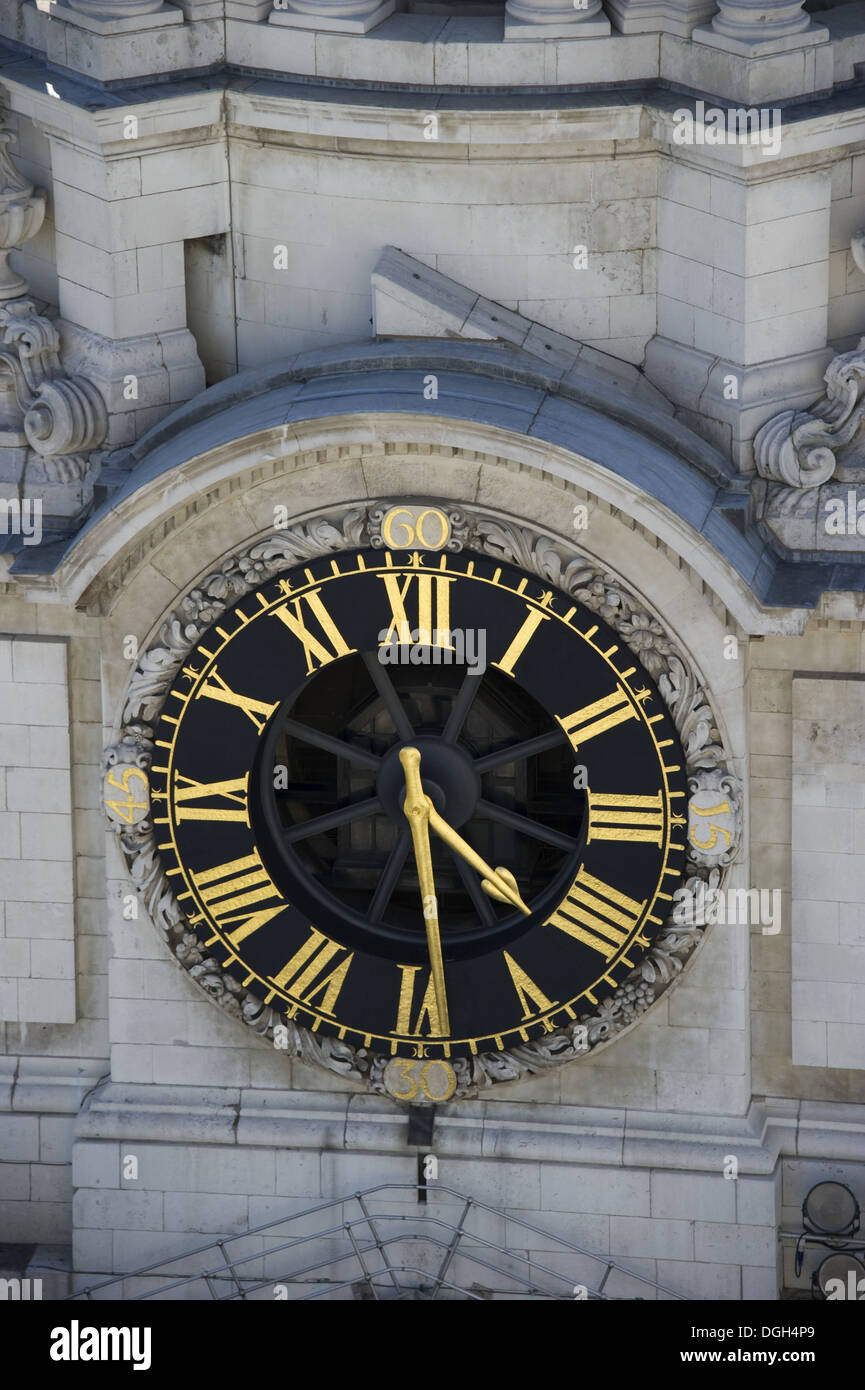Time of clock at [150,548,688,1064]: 4:29
